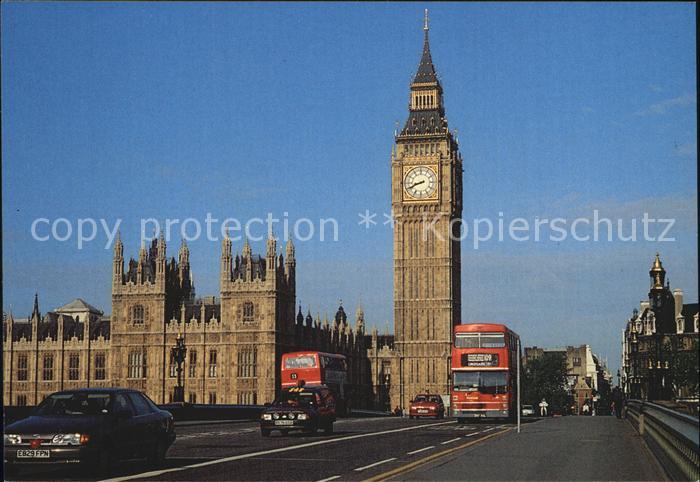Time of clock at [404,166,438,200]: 8:41
